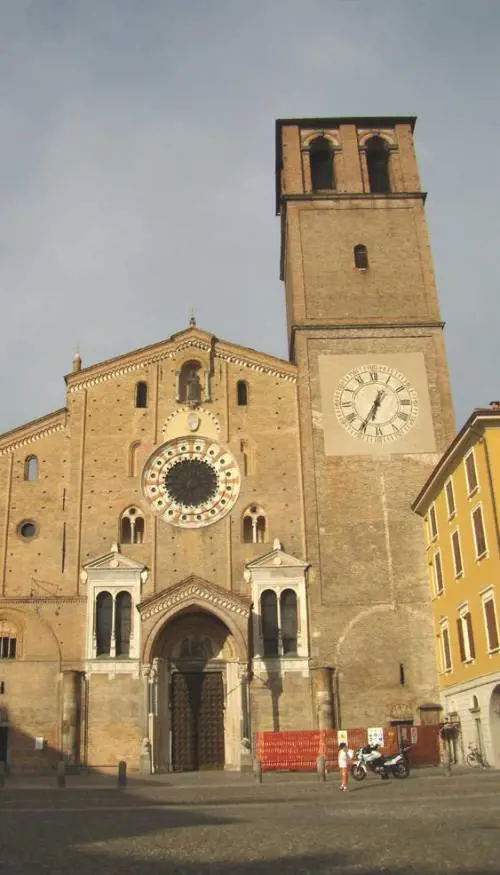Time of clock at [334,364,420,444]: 6:35
